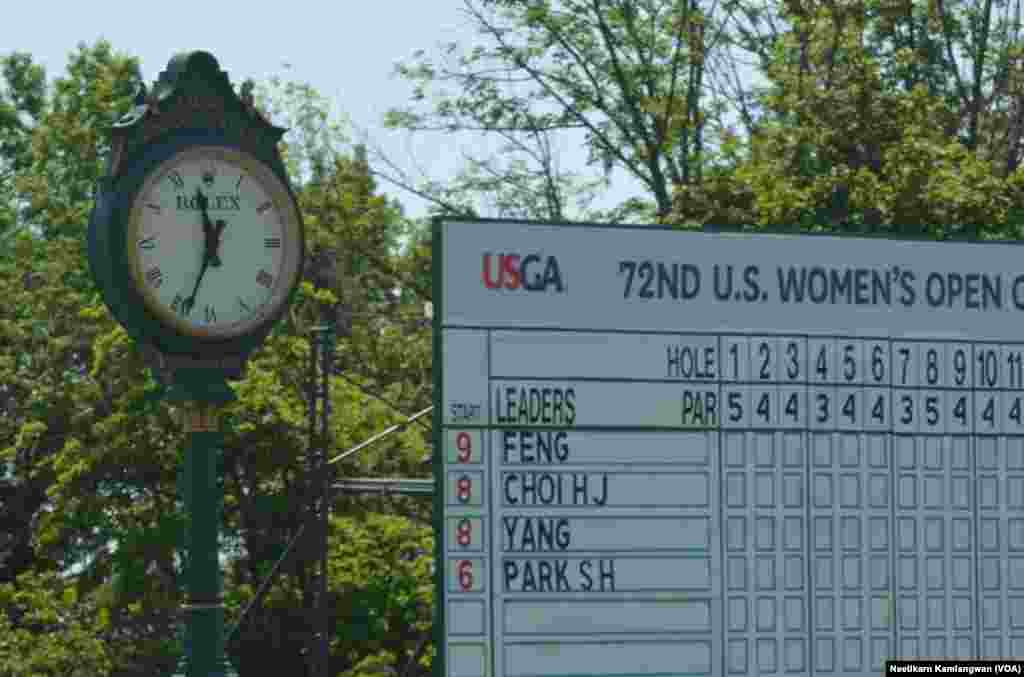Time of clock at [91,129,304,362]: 11:34
